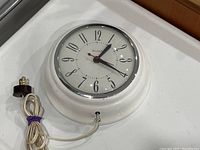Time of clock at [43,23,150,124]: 1:20
